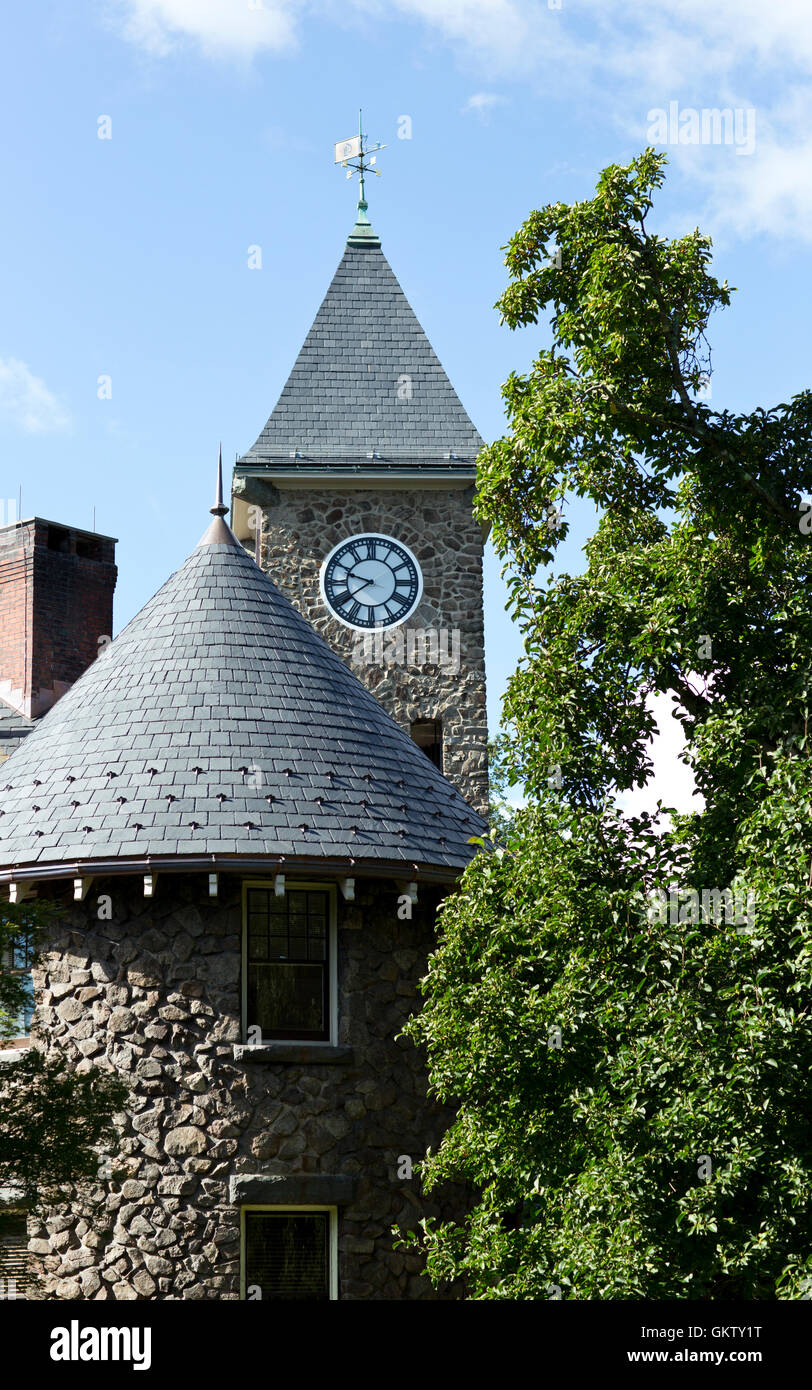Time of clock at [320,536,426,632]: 9:38
